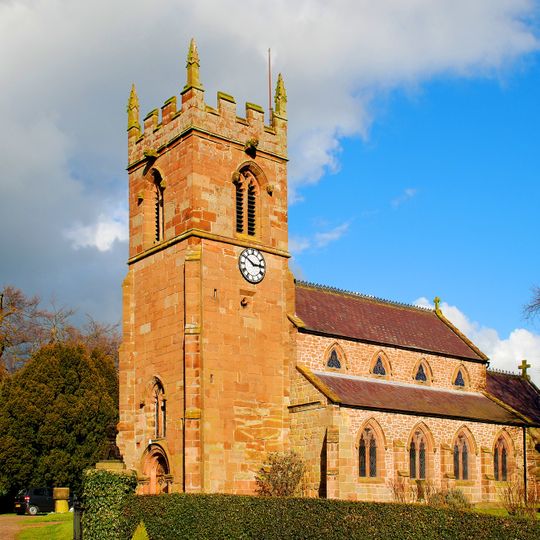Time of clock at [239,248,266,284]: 2:50
